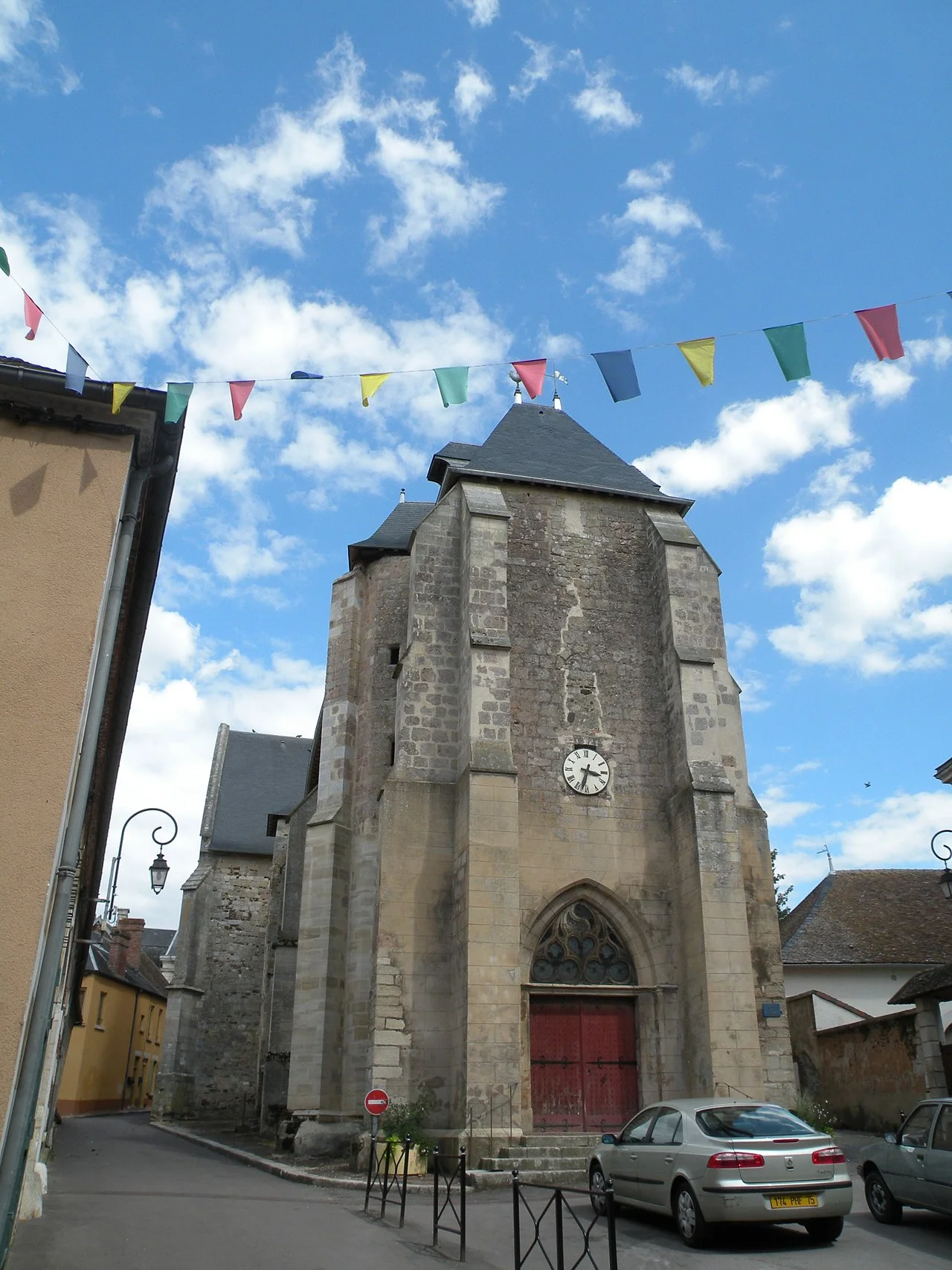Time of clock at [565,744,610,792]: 3:32
